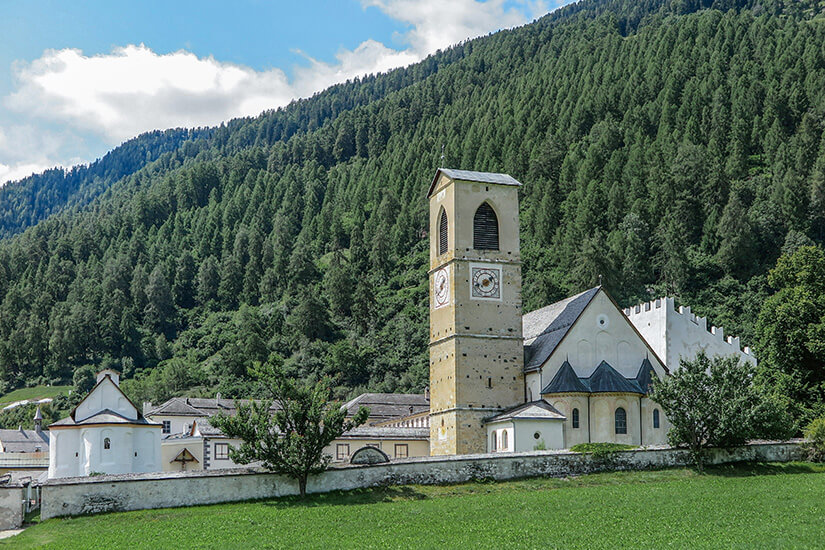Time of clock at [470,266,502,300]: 1:41
